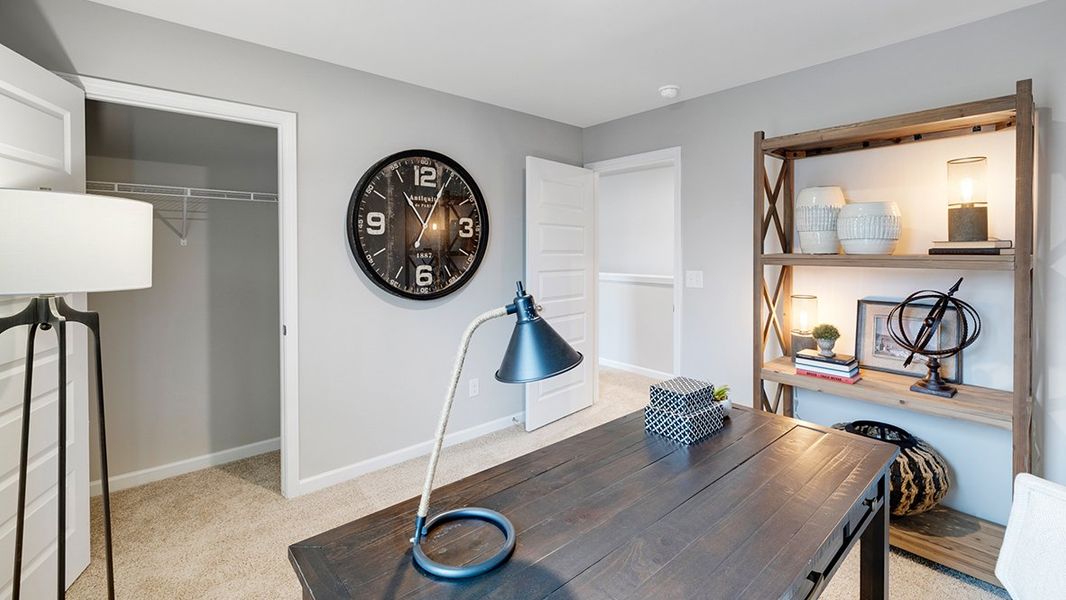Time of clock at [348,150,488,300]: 11:04
